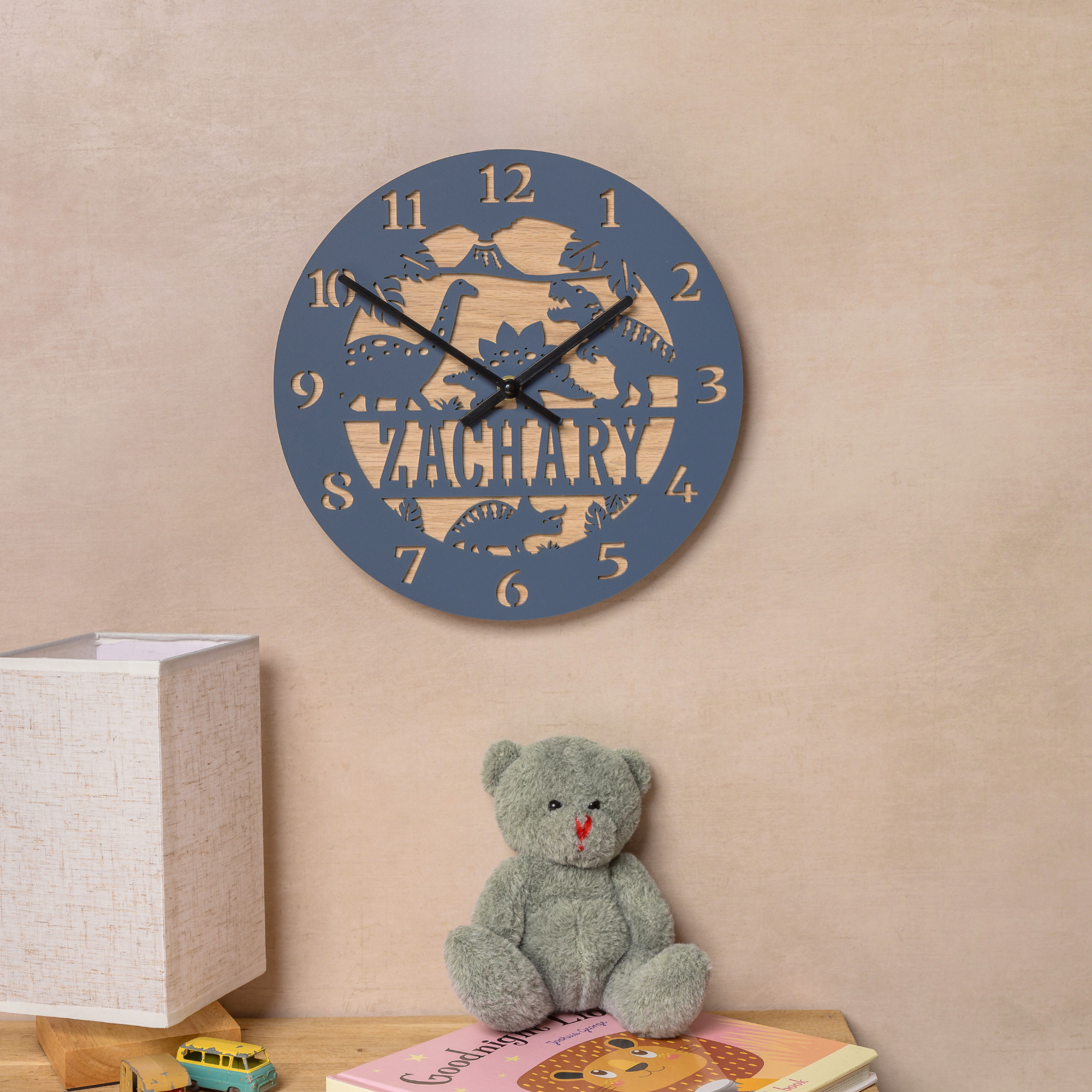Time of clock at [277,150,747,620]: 1:50
